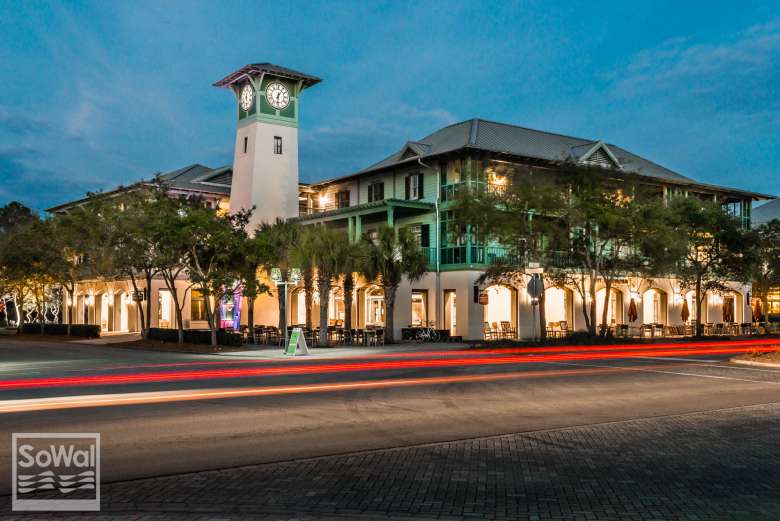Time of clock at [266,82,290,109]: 6:05
